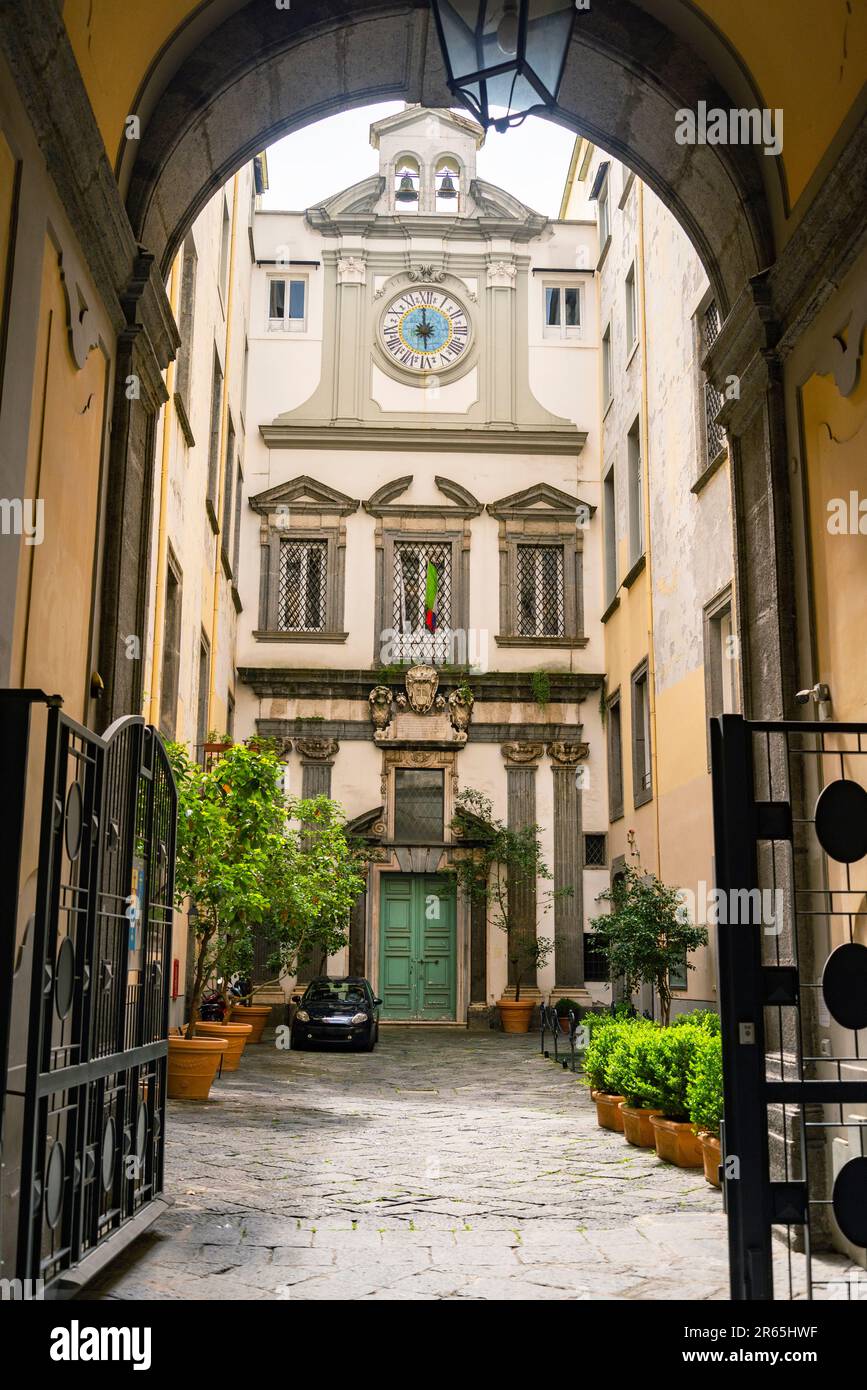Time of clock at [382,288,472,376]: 5:59
